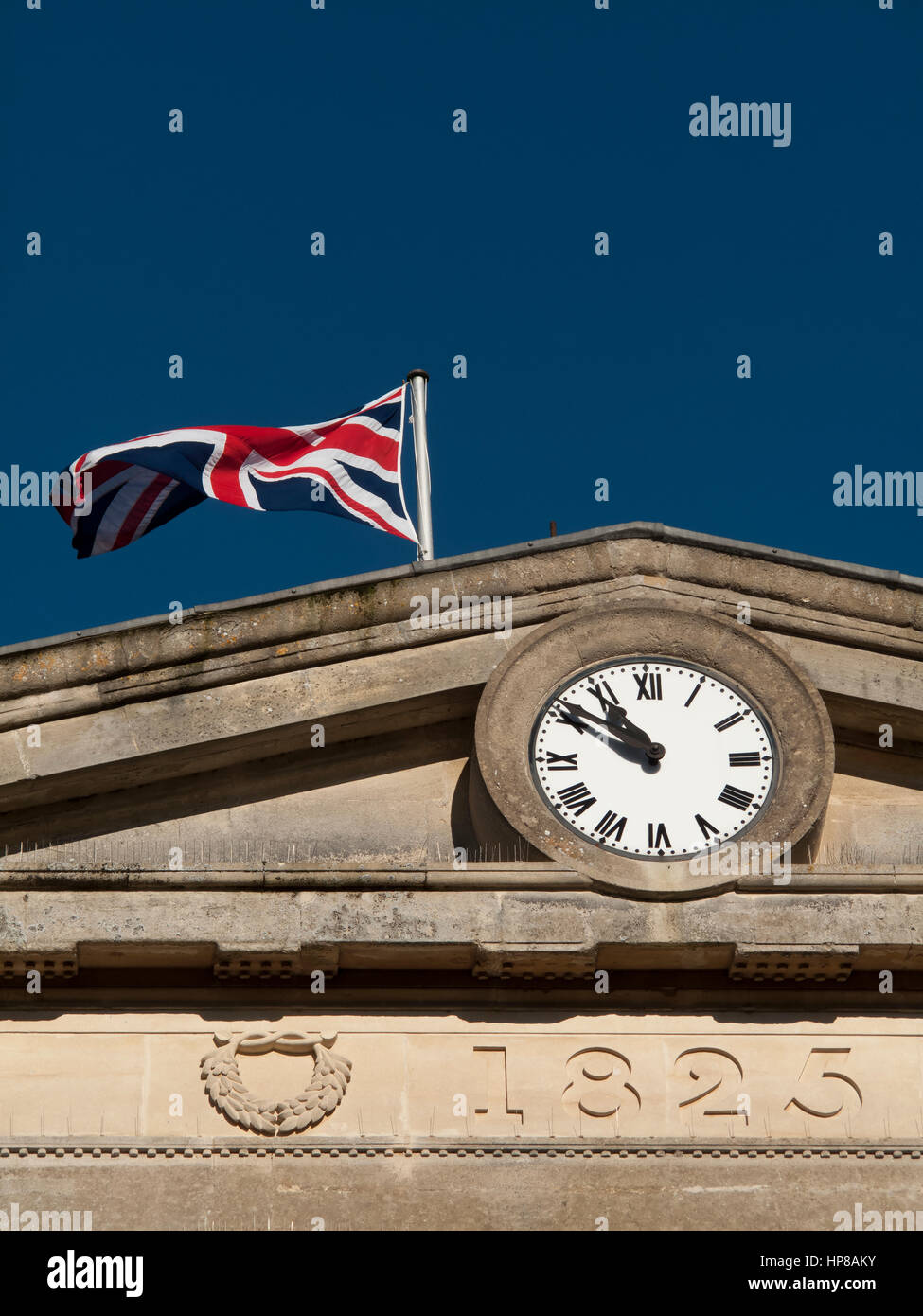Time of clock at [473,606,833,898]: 10:50
